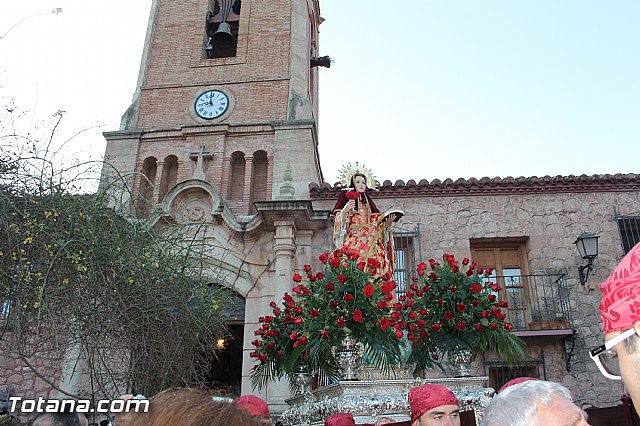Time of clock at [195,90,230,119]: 8:58
